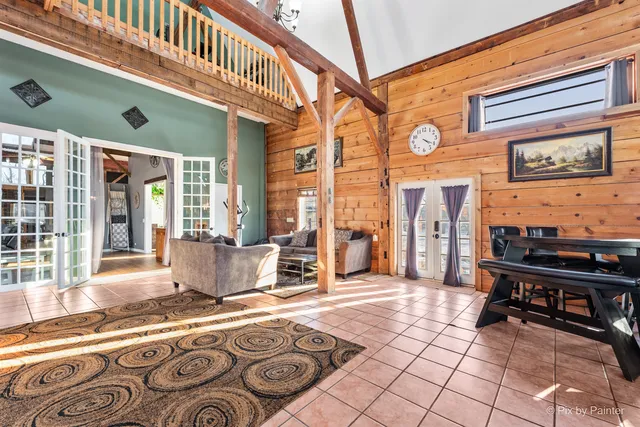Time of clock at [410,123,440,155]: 4:20
